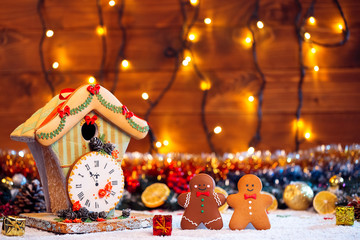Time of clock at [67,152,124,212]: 11:54
